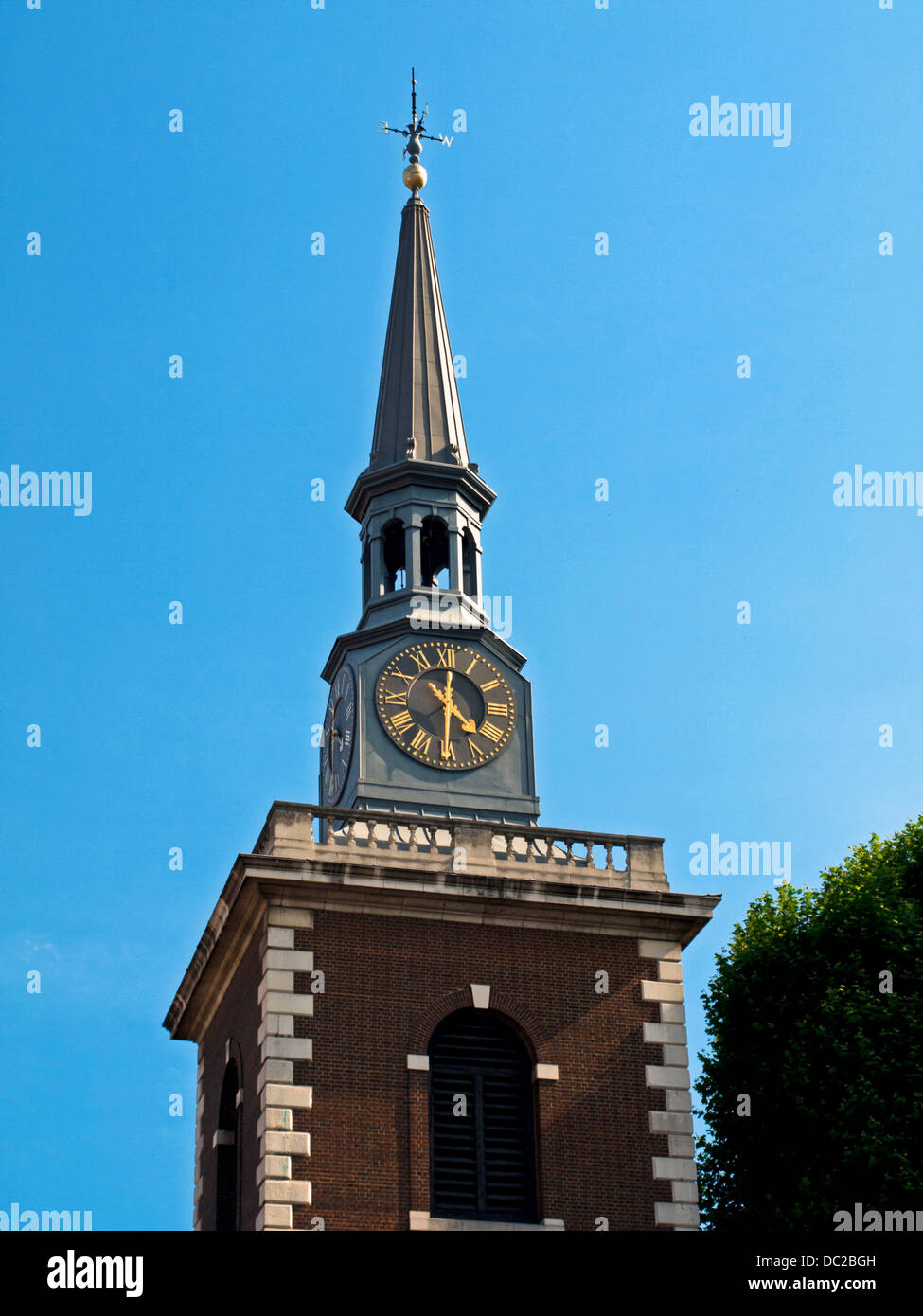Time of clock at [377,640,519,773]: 4:30
